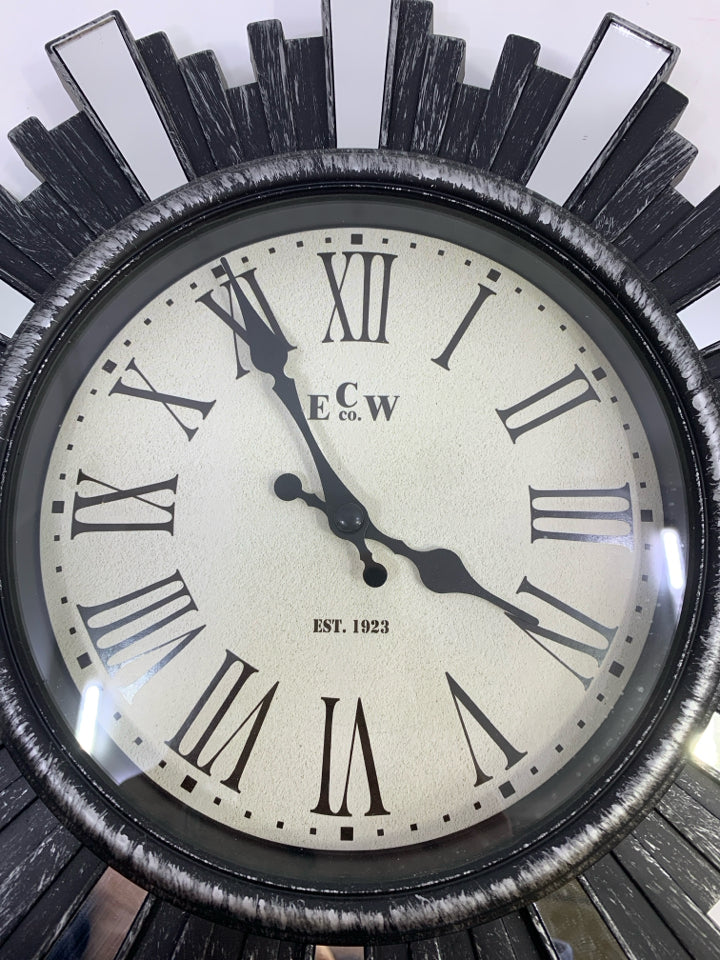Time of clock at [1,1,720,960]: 3:55
